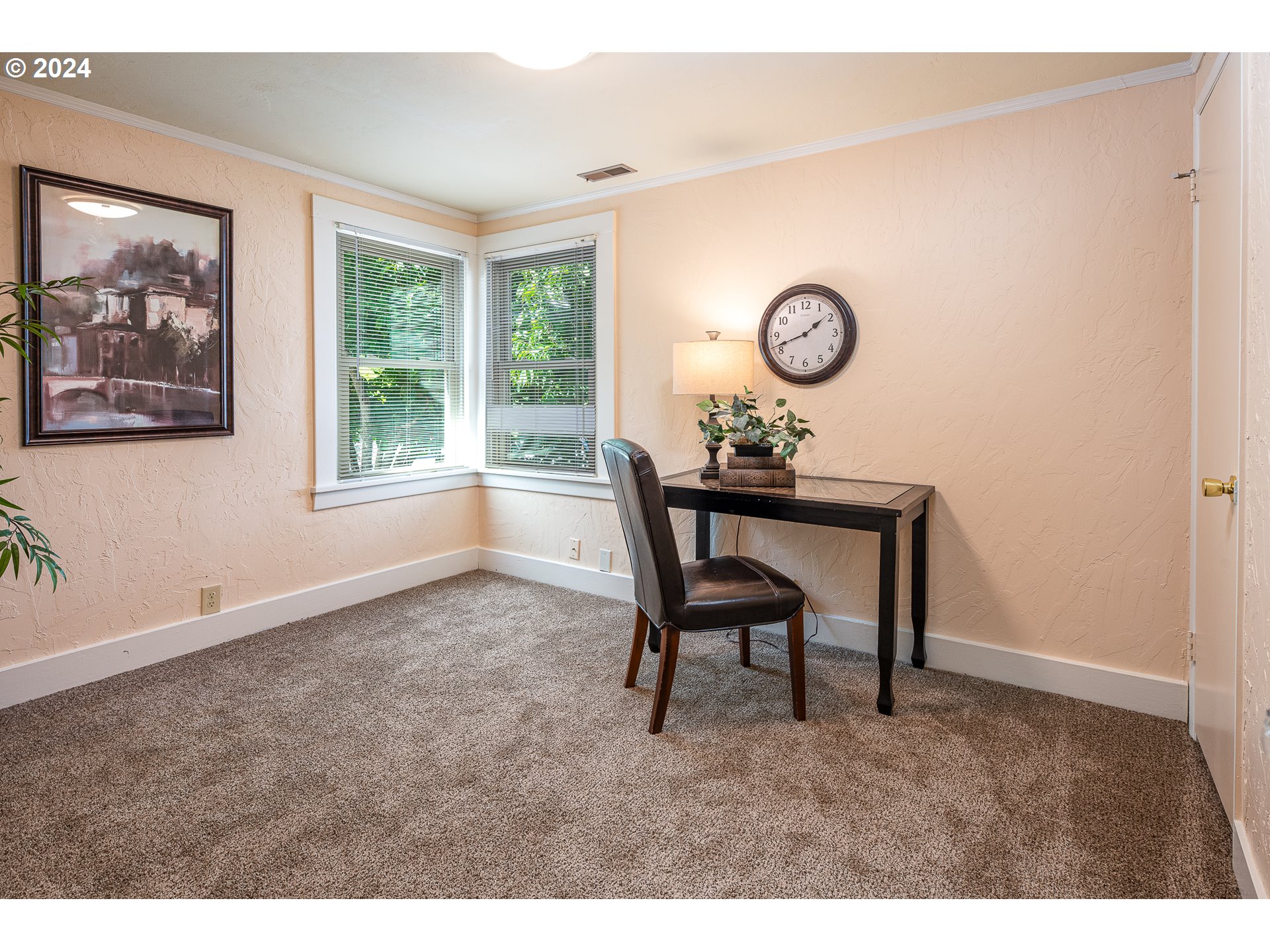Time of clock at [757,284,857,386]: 1:41
